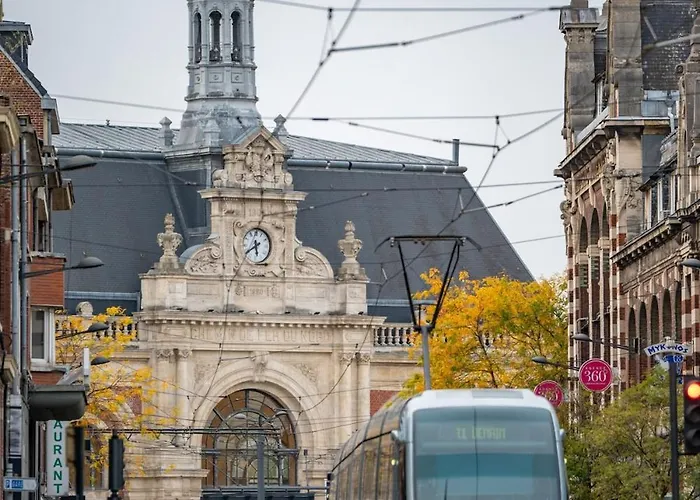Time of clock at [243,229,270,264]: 5:38
